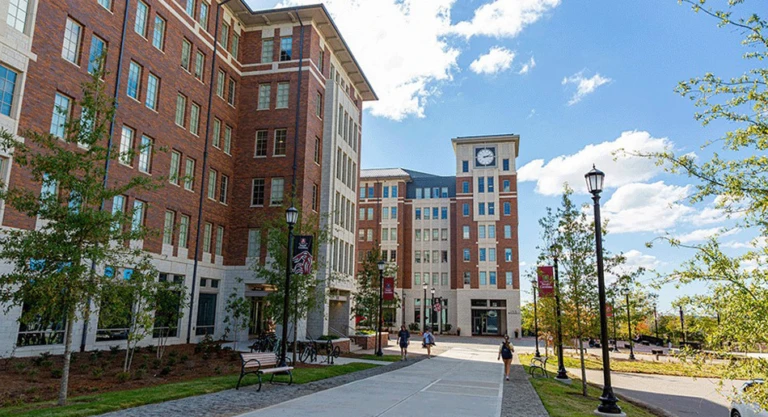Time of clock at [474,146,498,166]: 2:13
